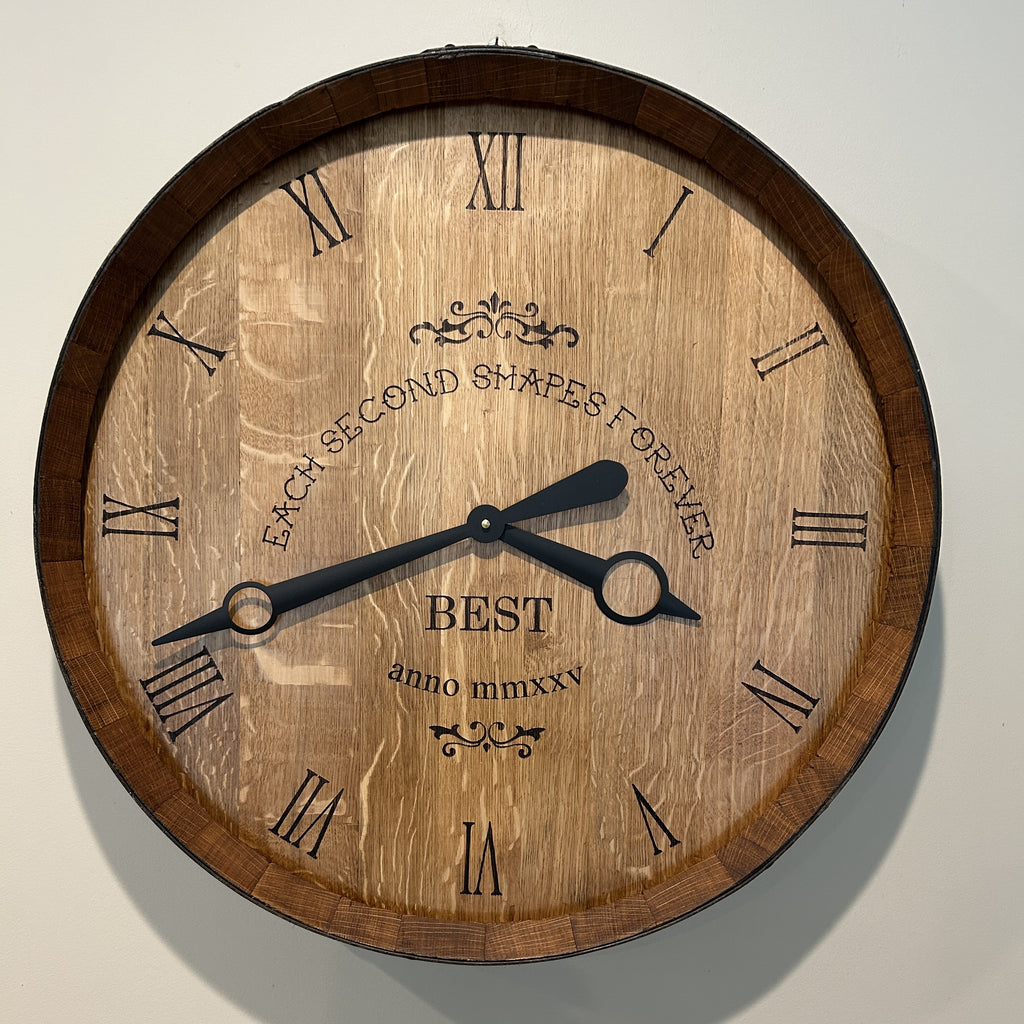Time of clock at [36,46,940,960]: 3:41
